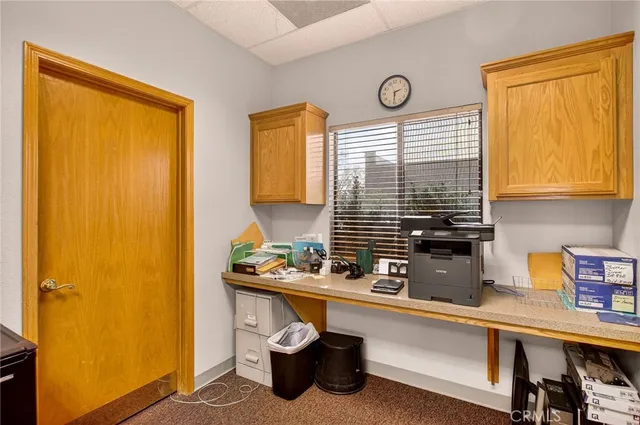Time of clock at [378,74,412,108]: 2:30
